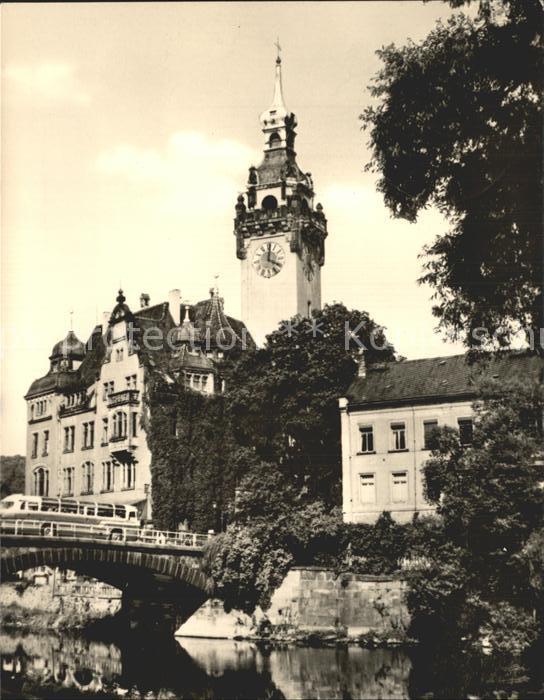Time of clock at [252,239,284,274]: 4:01
